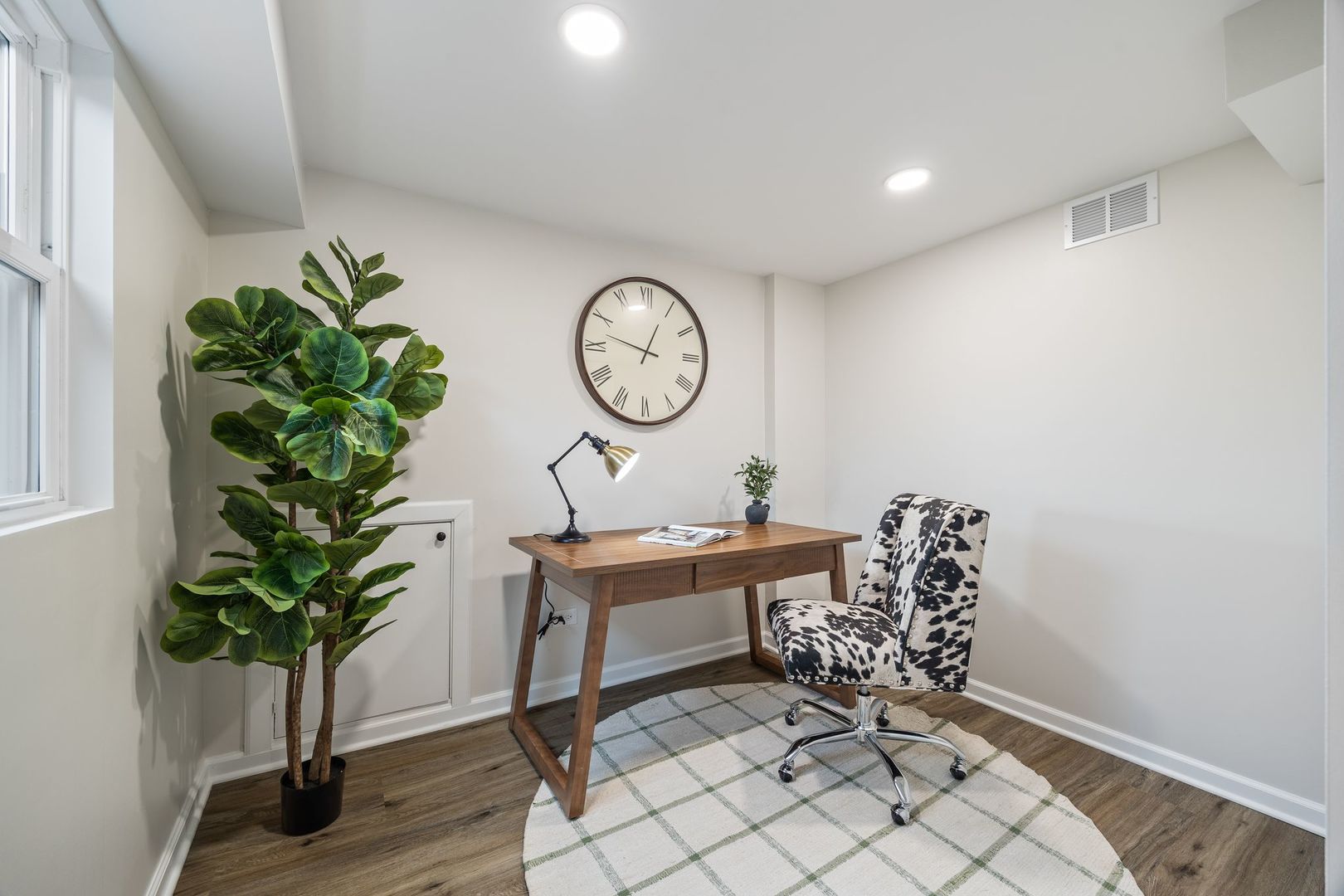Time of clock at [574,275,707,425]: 12:47
